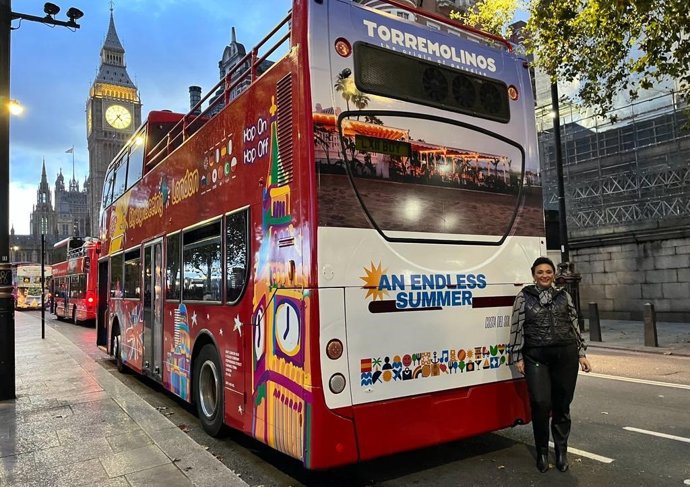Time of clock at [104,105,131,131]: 4:36
